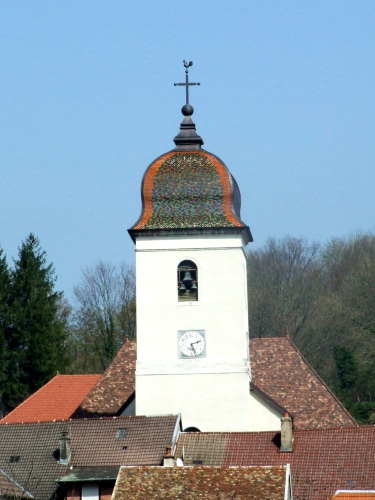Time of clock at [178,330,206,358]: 2:26
